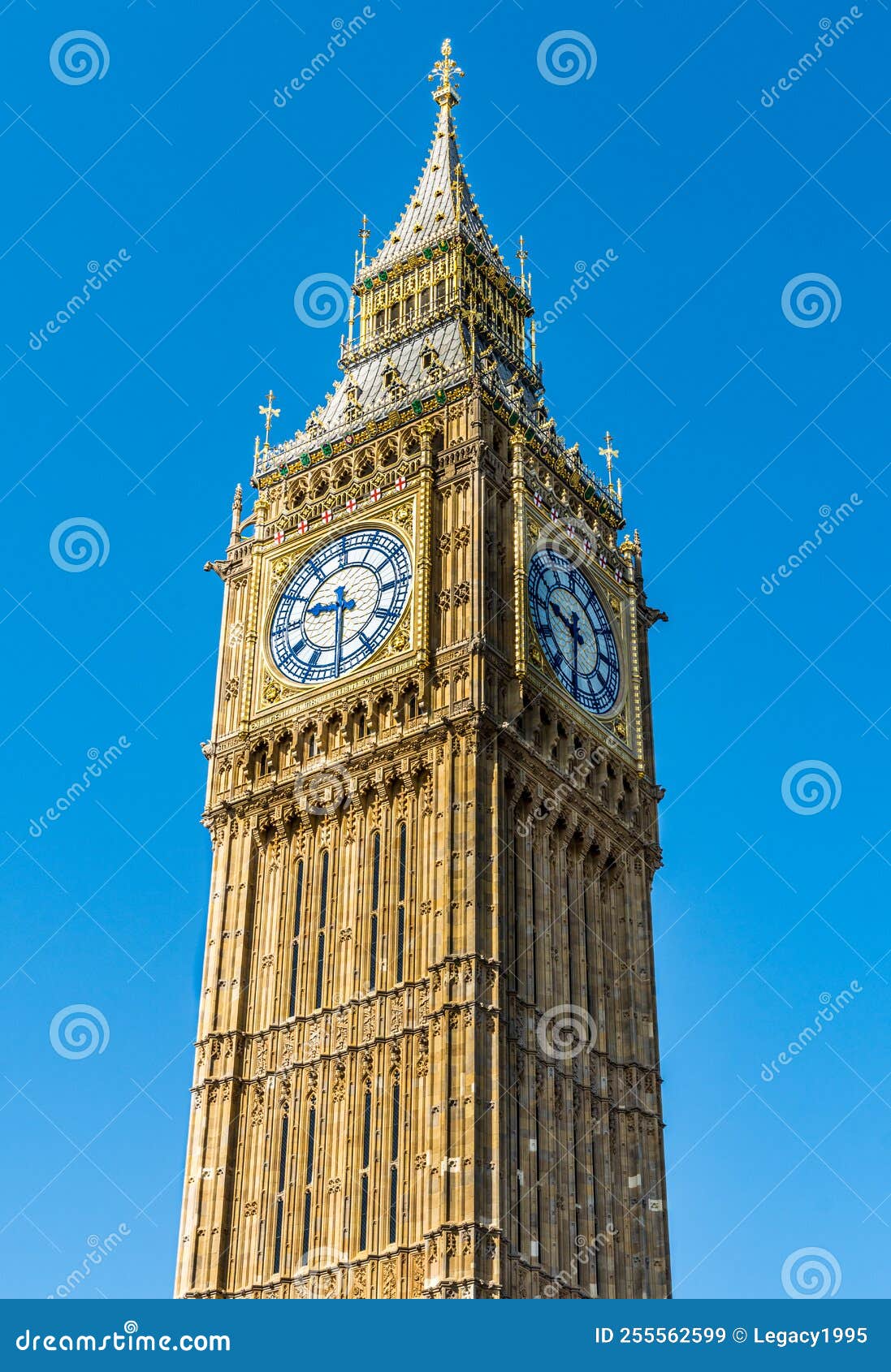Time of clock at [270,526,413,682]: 9:30
